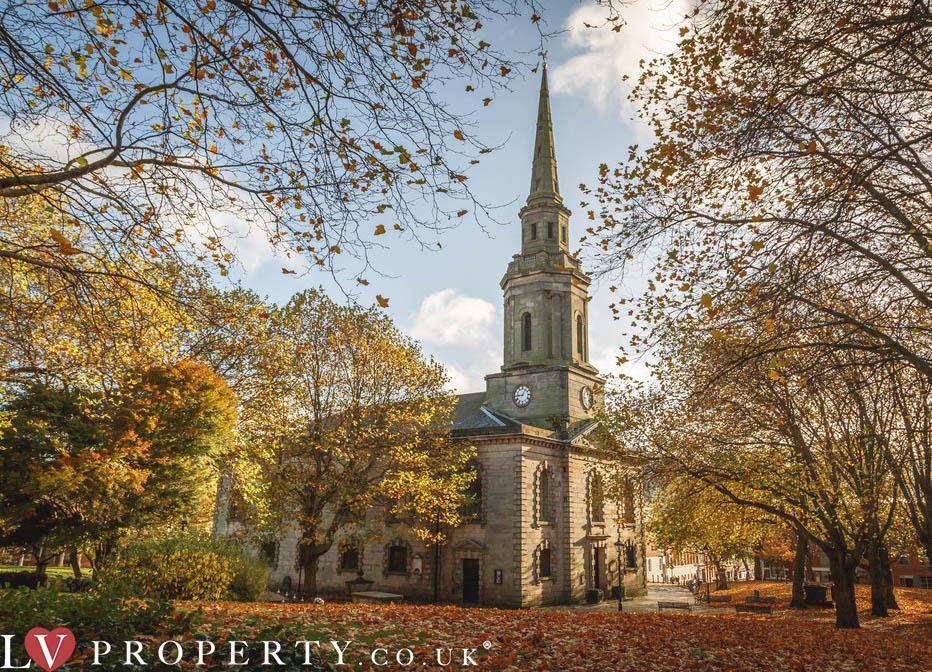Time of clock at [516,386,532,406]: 9:05
